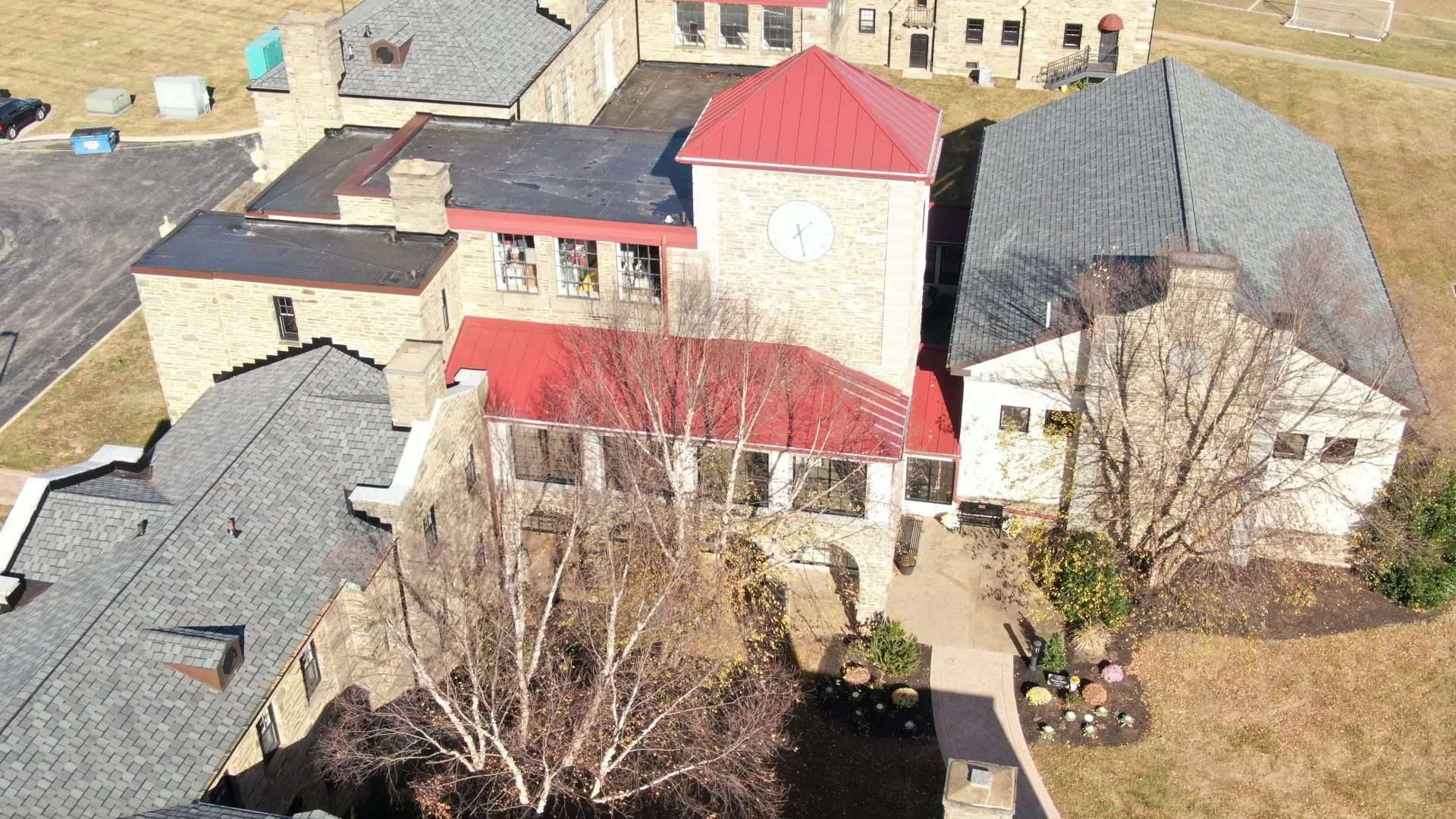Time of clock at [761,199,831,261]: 1:28
